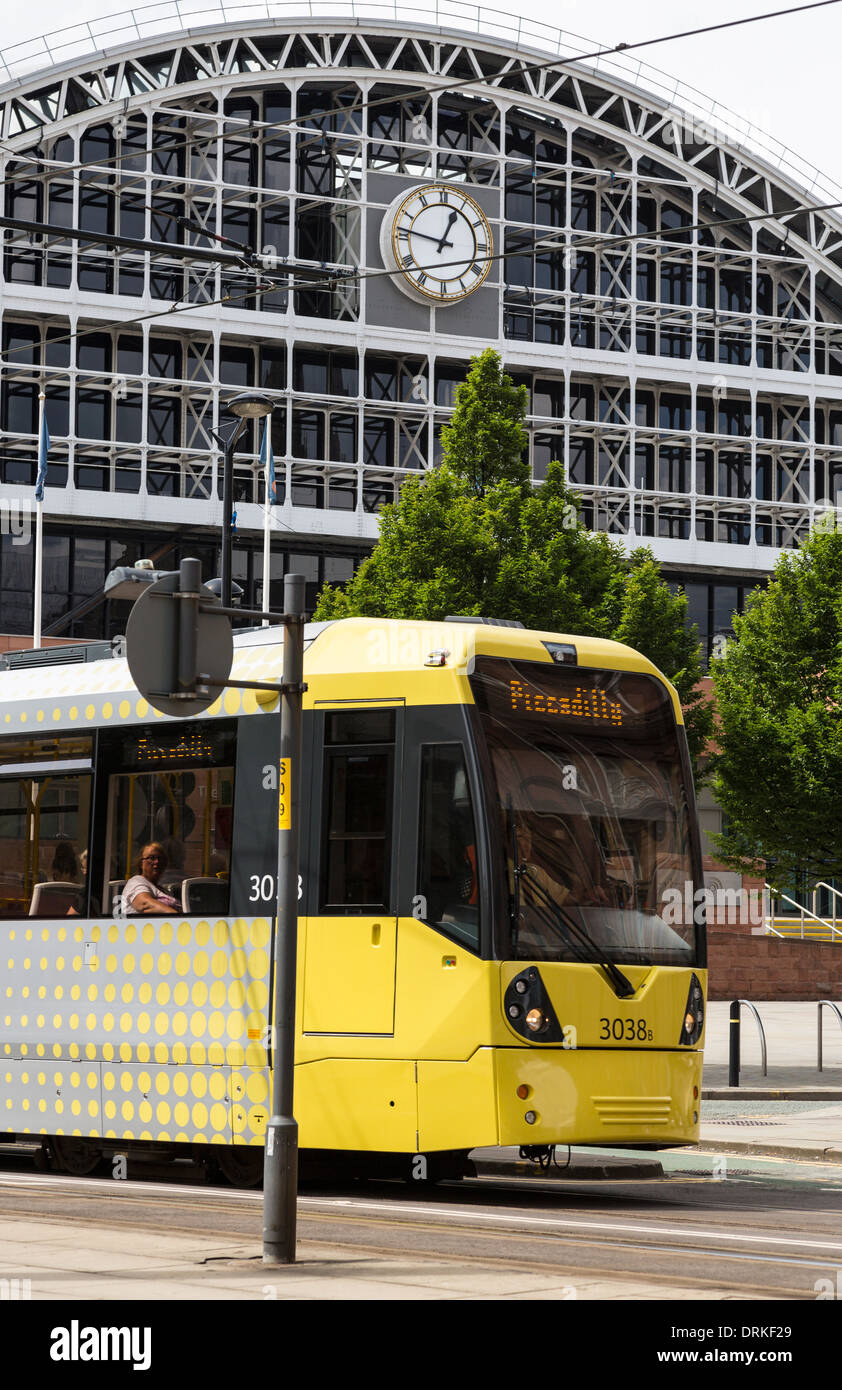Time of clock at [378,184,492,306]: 12:46
